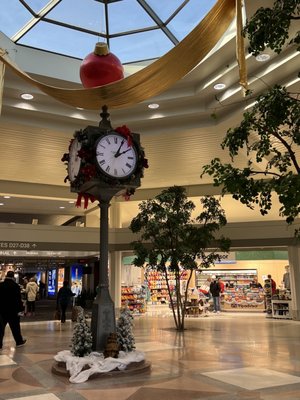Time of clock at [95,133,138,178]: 2:04
